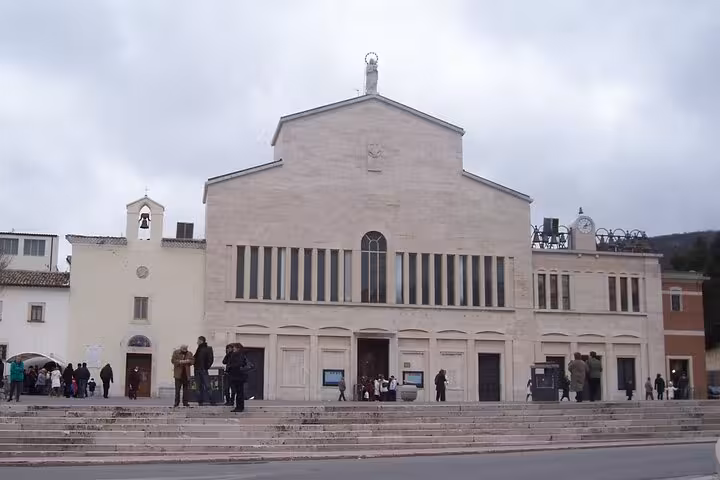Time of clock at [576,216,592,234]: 1:12
